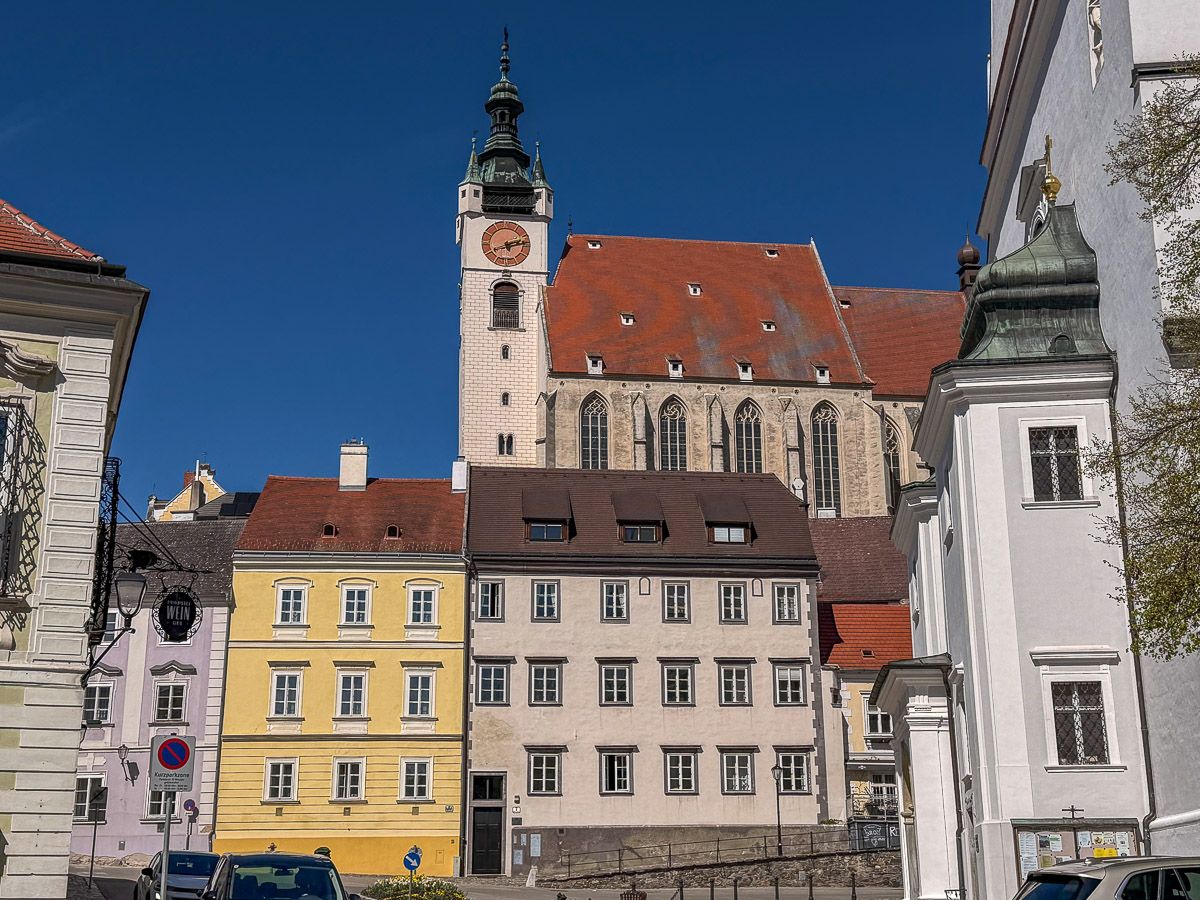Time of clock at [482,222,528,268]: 2:13
